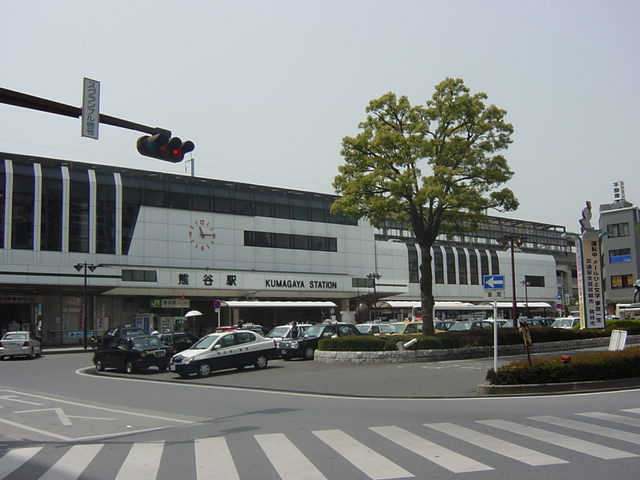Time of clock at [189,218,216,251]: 11:14
